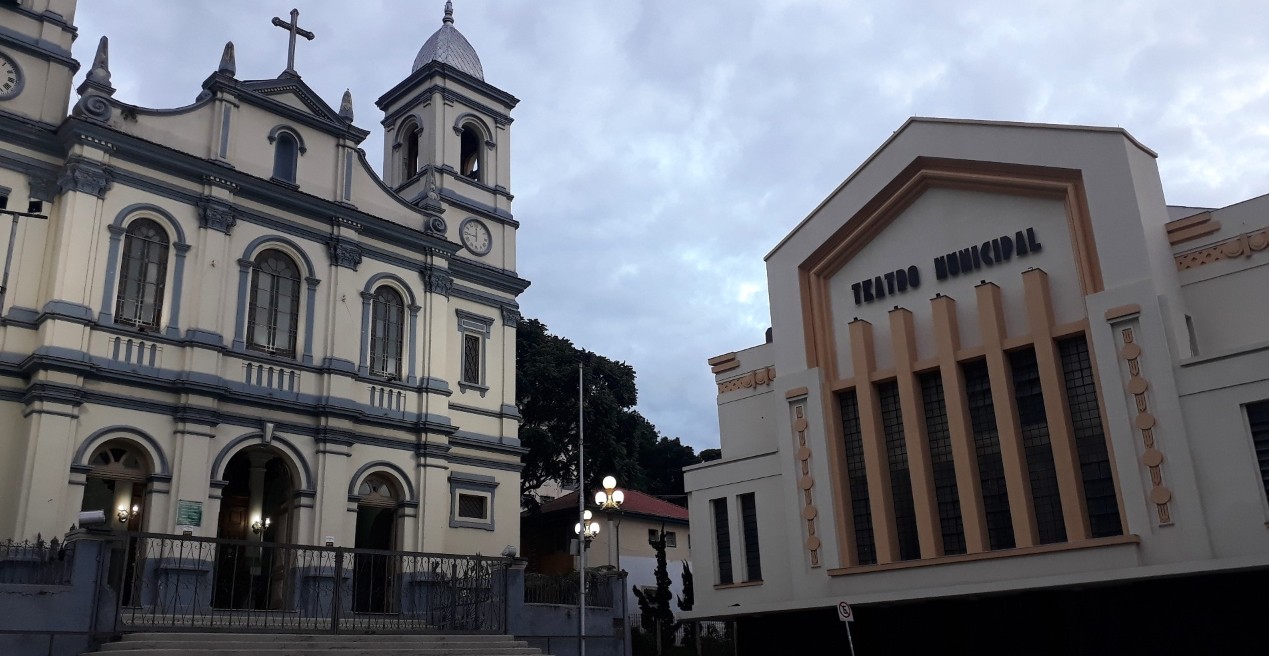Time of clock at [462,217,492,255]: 9:00
